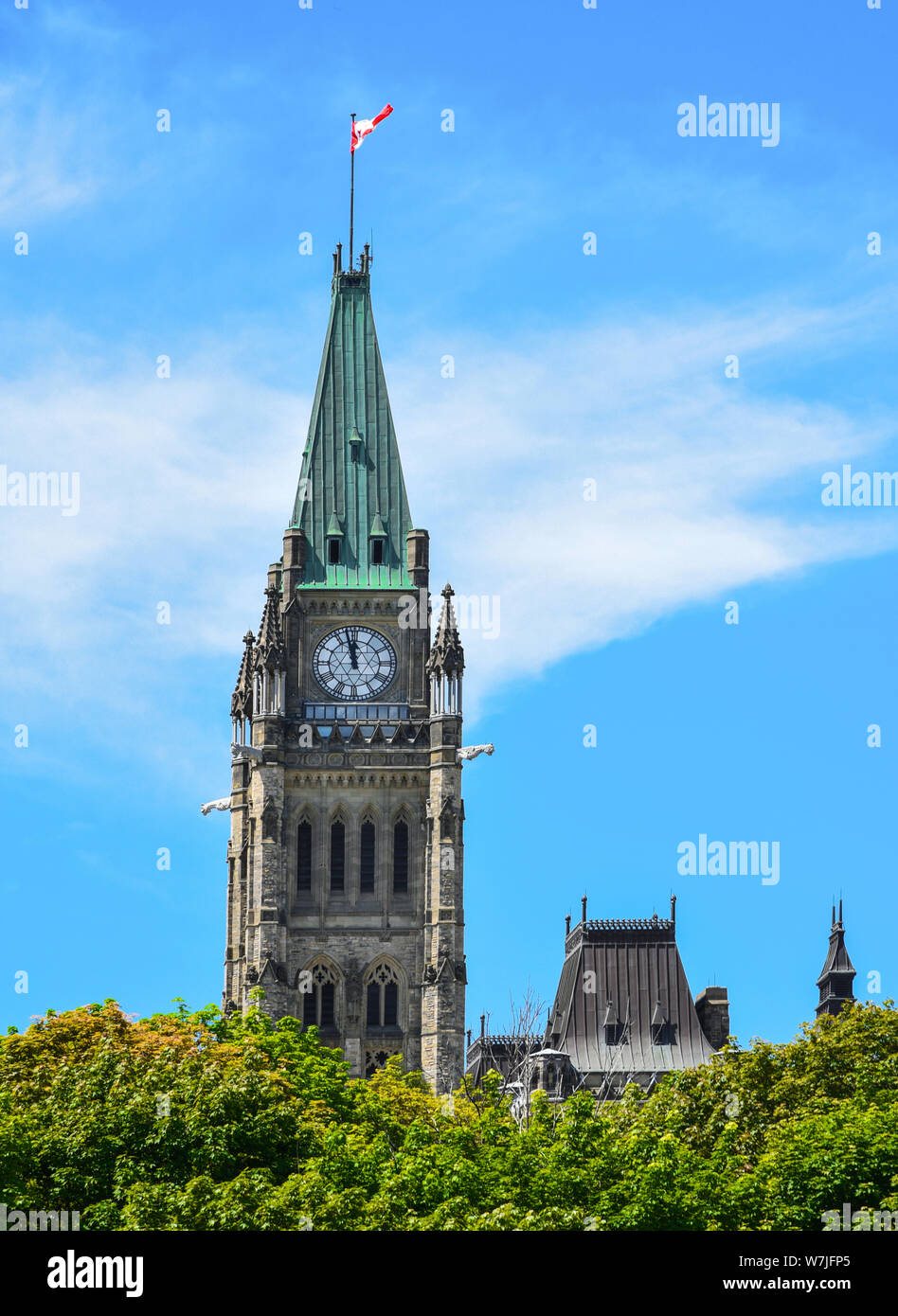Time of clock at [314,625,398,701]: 11:57
